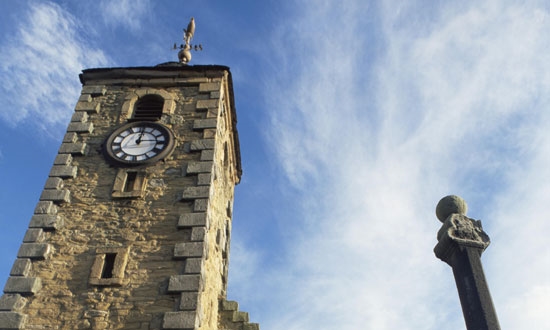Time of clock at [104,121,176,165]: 12:14
